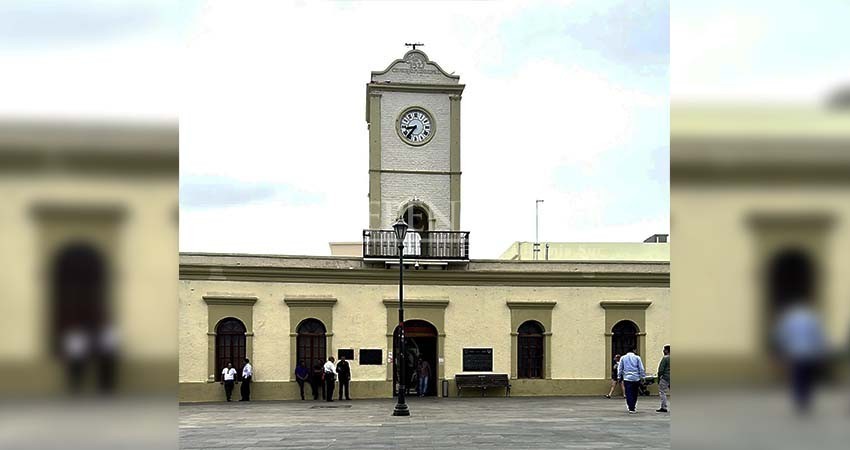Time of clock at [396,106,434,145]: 8:36
